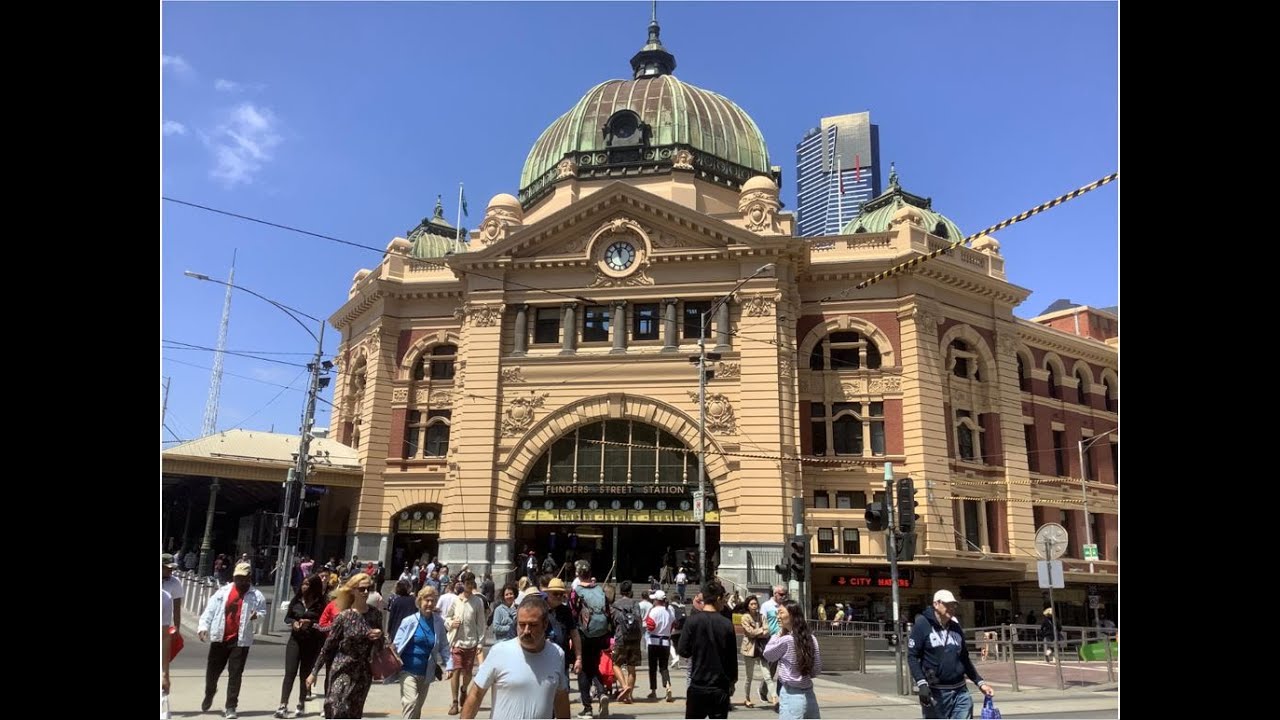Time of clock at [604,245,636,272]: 11:55
